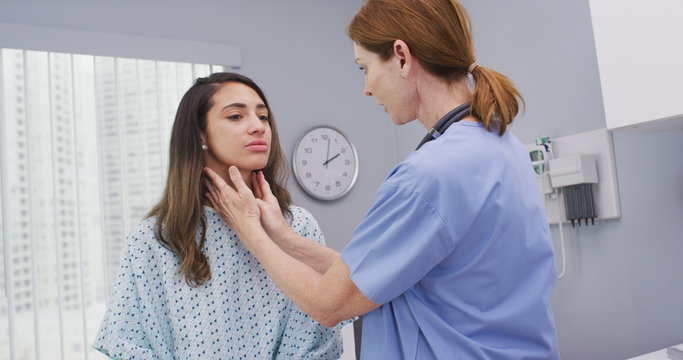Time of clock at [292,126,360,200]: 2:01
